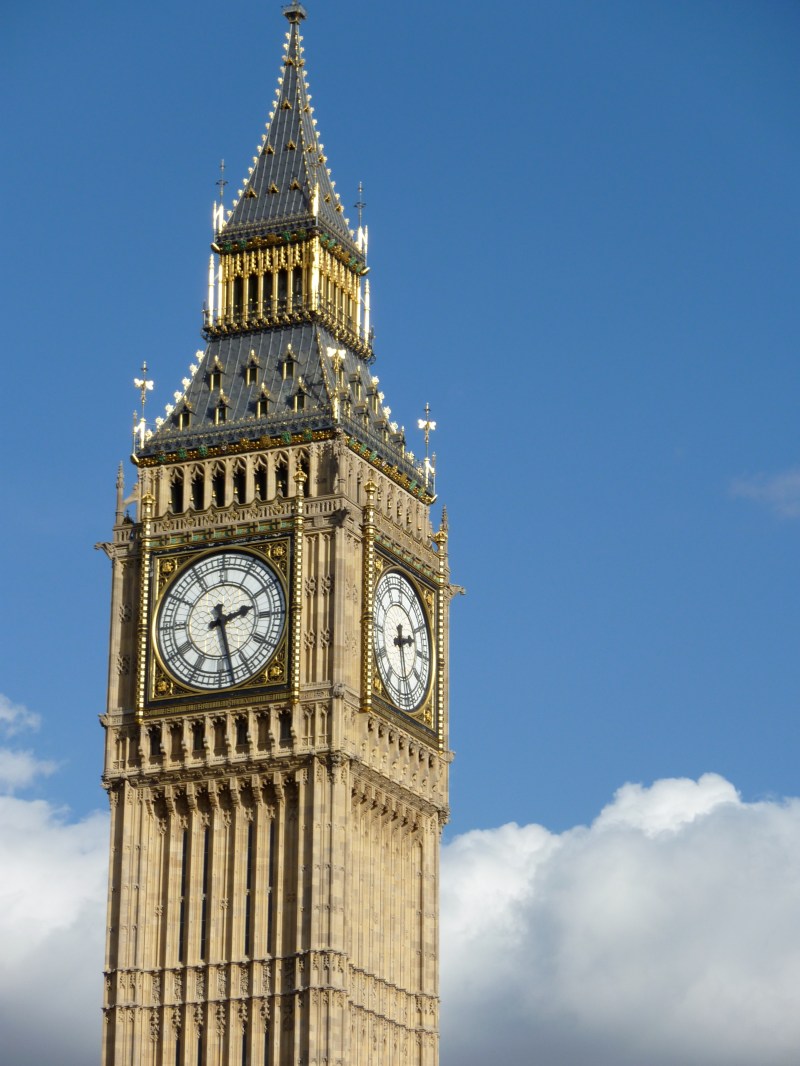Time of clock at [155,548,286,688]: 2:27
